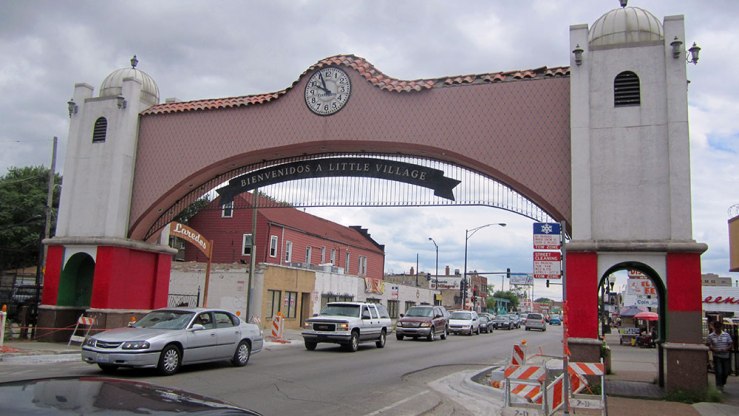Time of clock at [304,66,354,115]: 9:56
